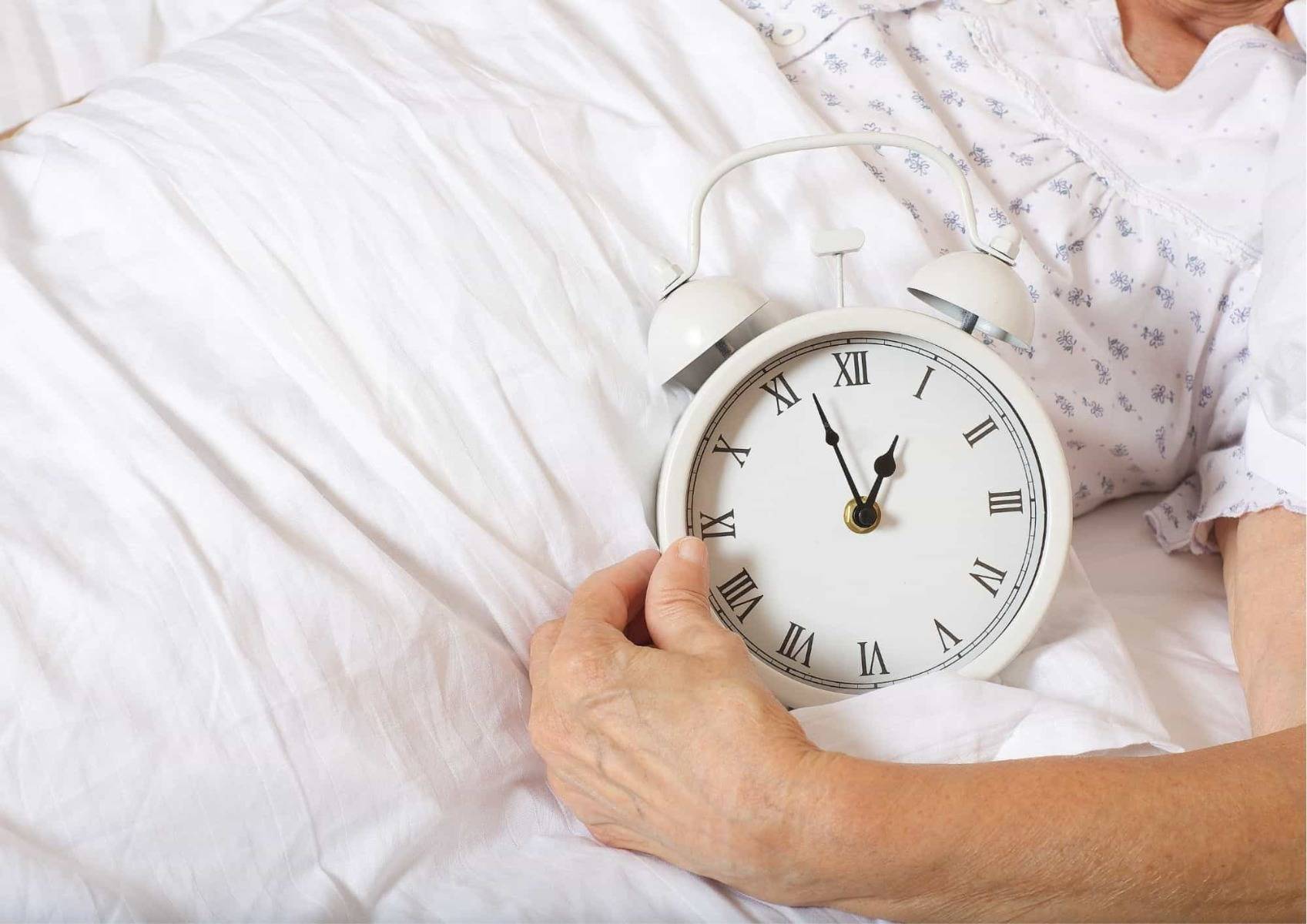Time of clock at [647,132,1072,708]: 12:57
